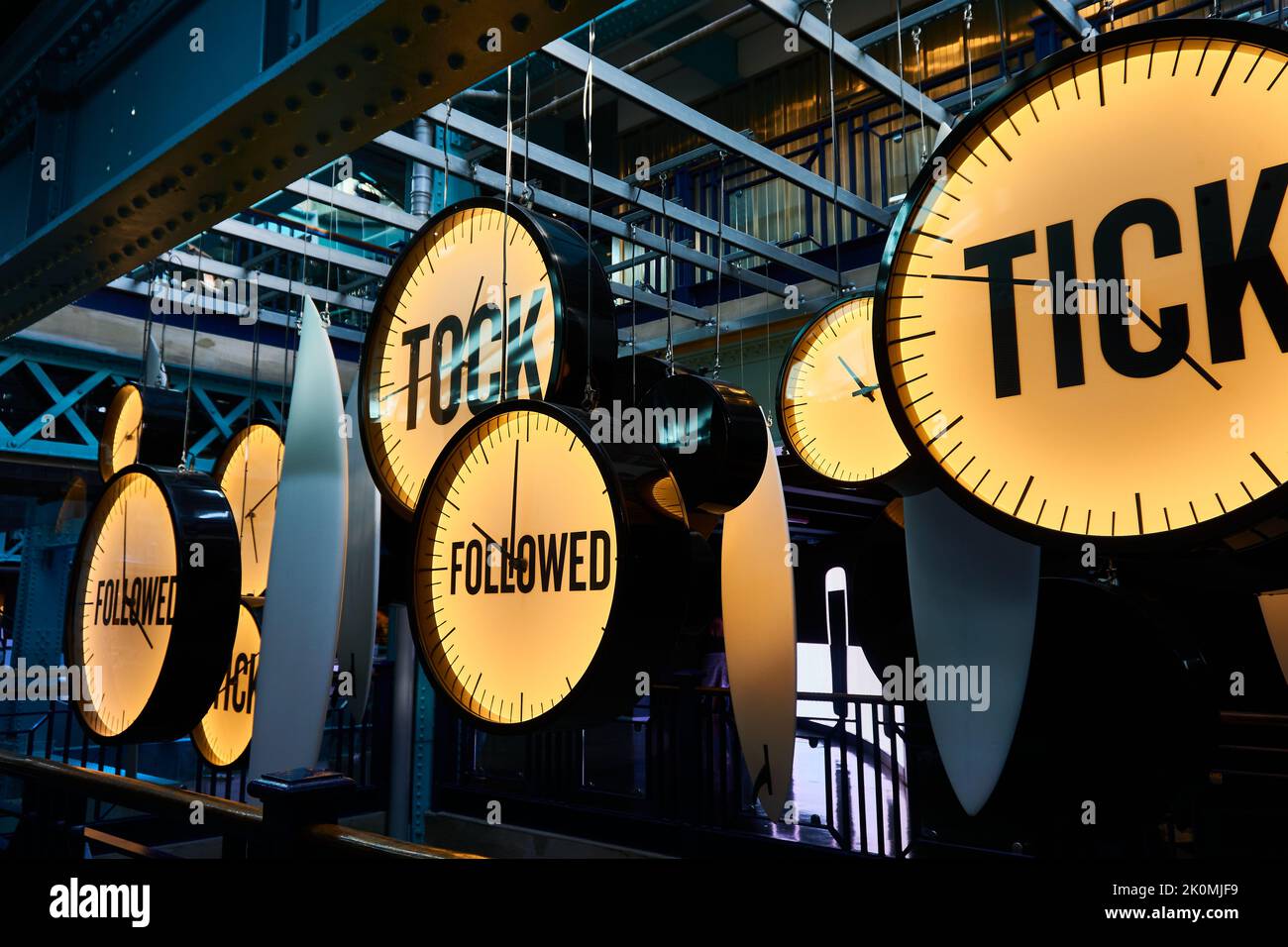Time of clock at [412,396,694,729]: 8:59
